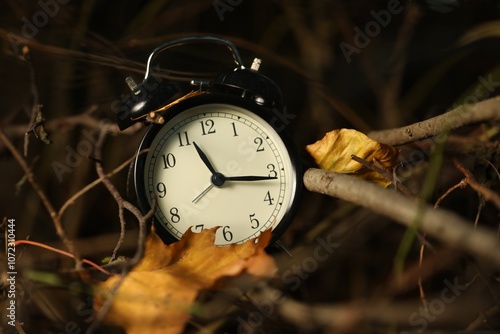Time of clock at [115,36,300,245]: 11:16
